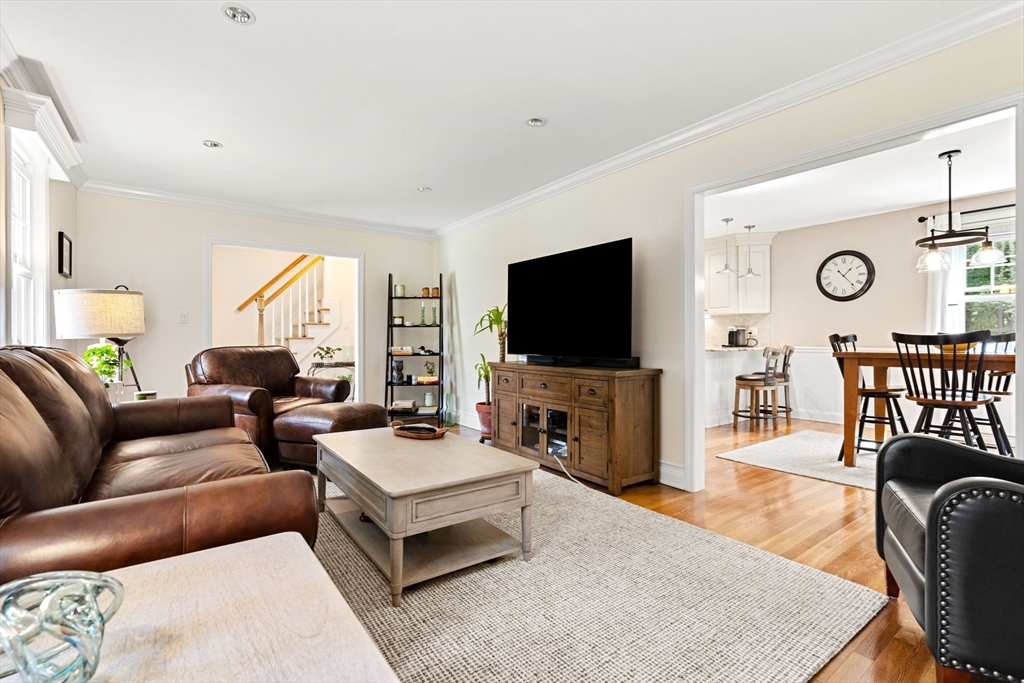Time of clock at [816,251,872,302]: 1:23
